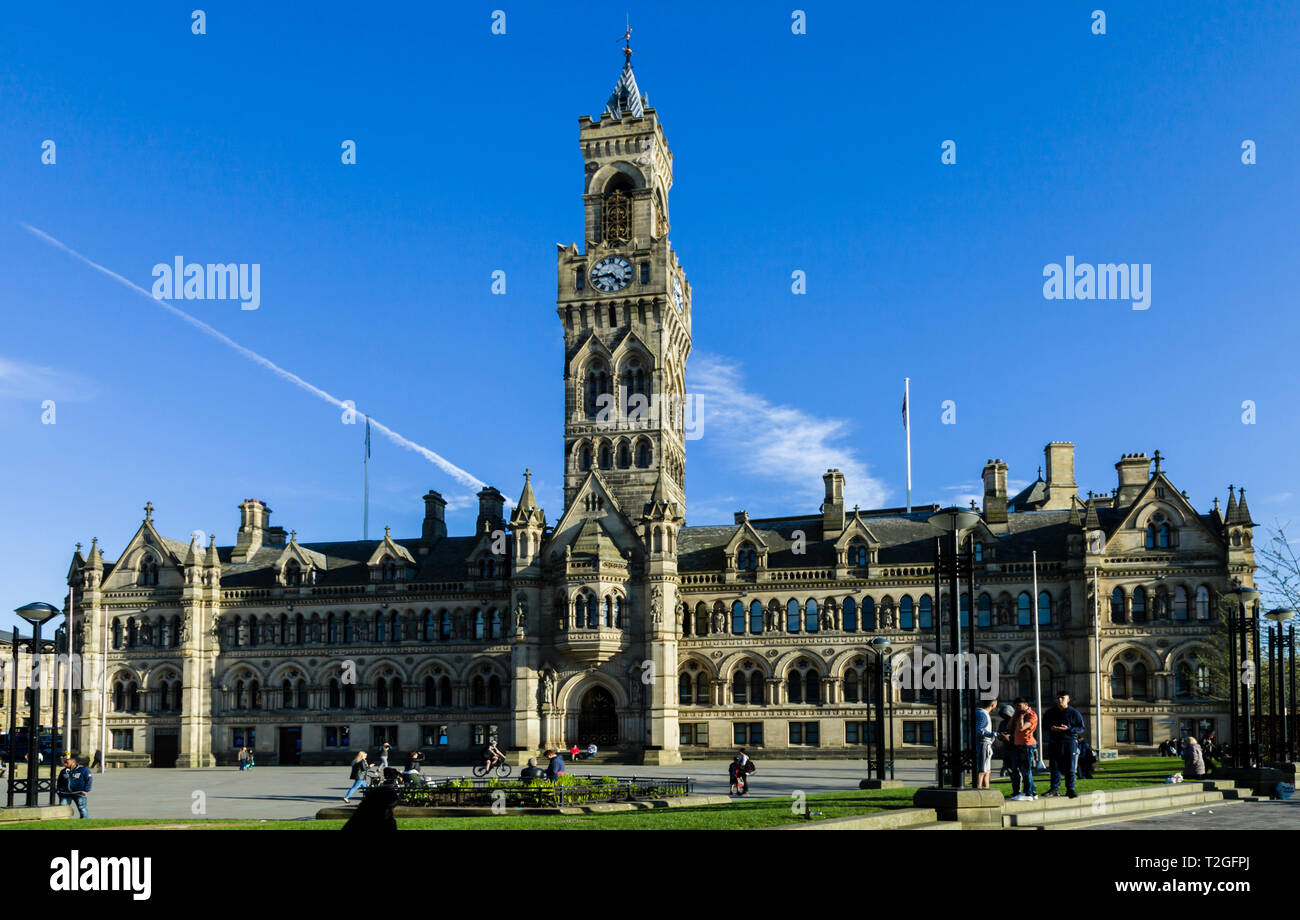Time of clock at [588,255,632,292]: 4:42
